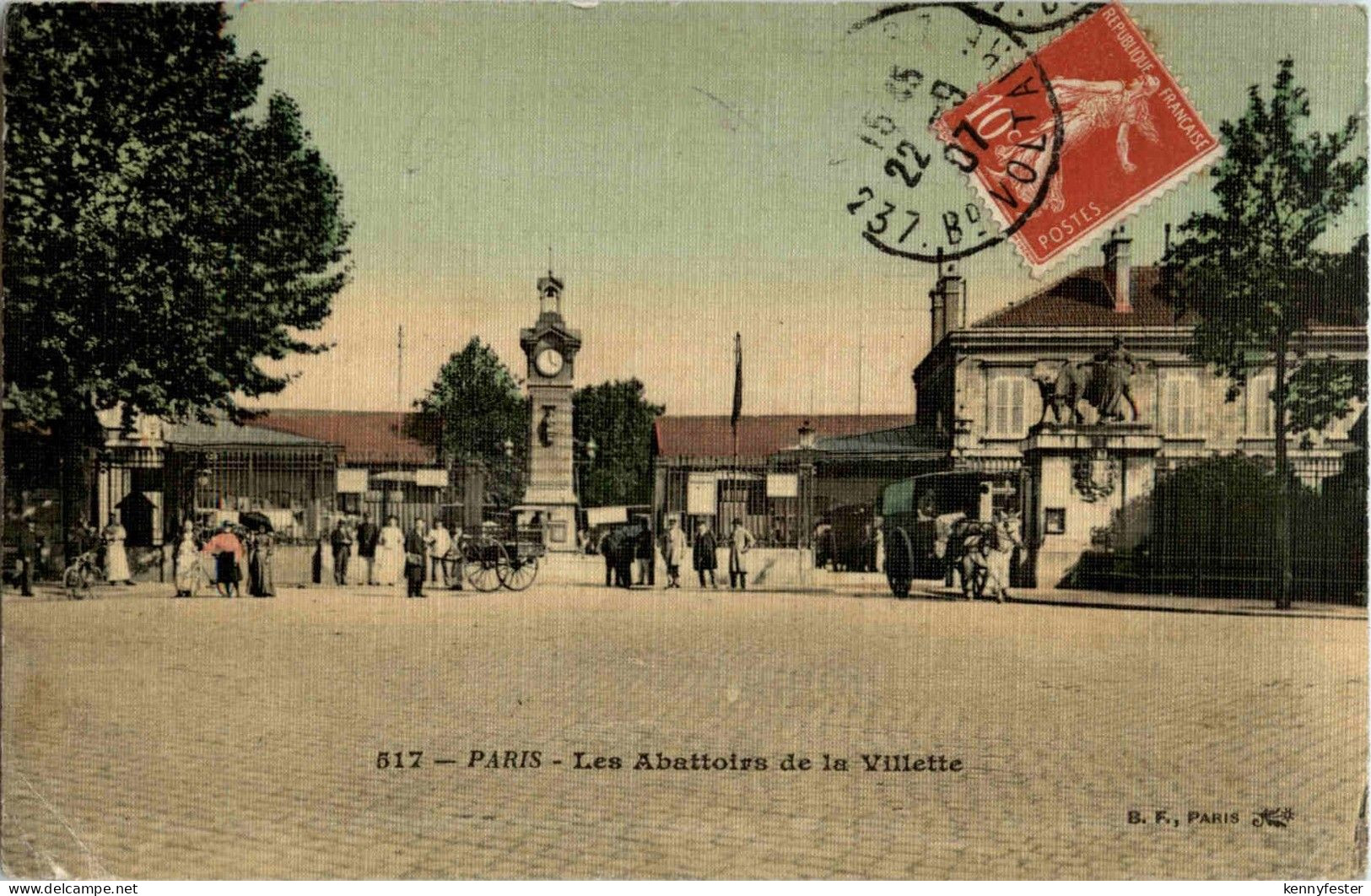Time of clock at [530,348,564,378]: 3:58
